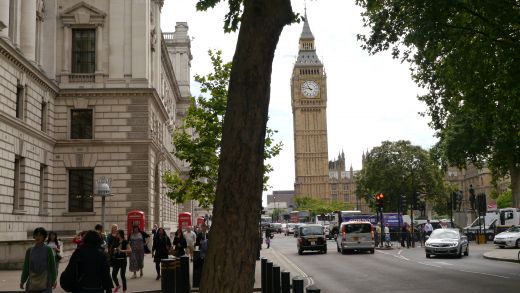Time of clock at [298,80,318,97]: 10:47
